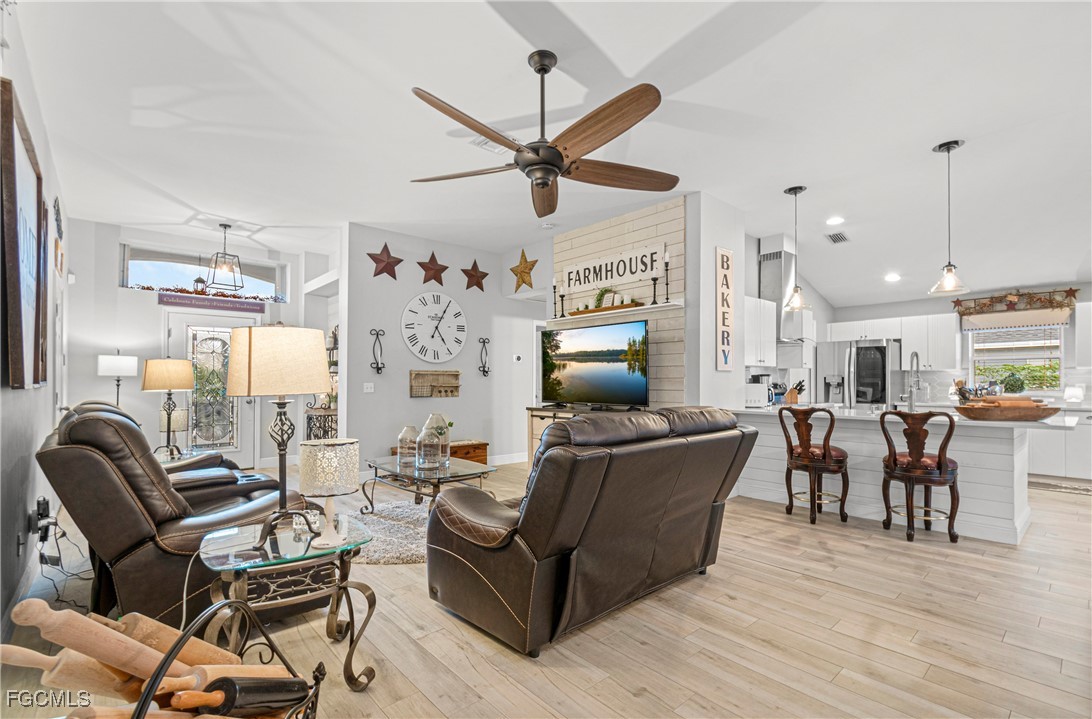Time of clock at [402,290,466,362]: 5:04
